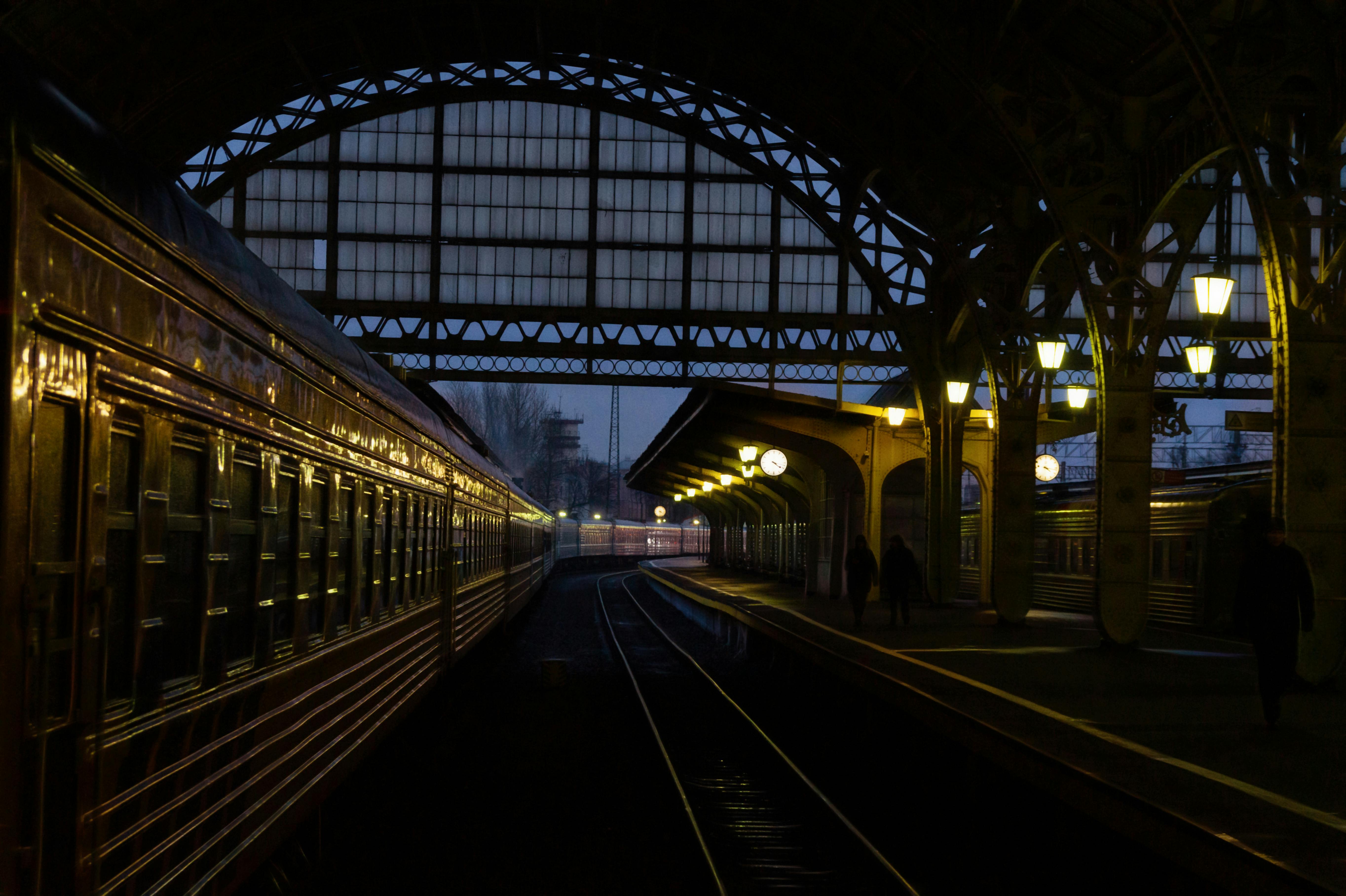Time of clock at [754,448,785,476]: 4:17
